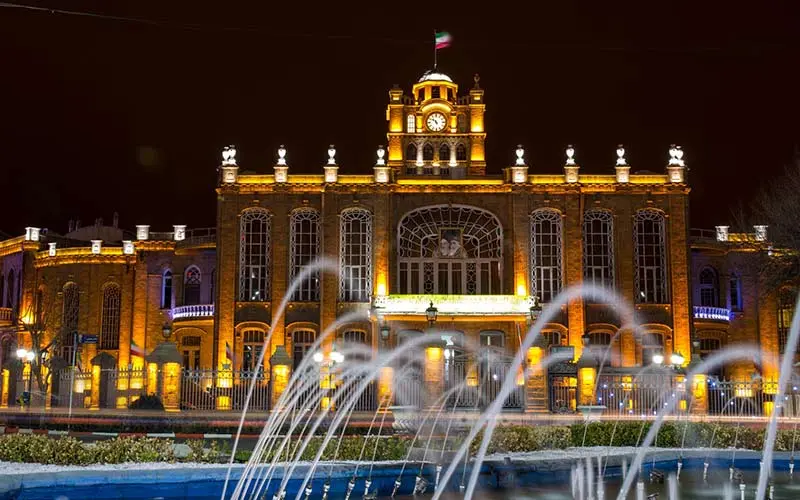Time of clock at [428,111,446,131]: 10:50
